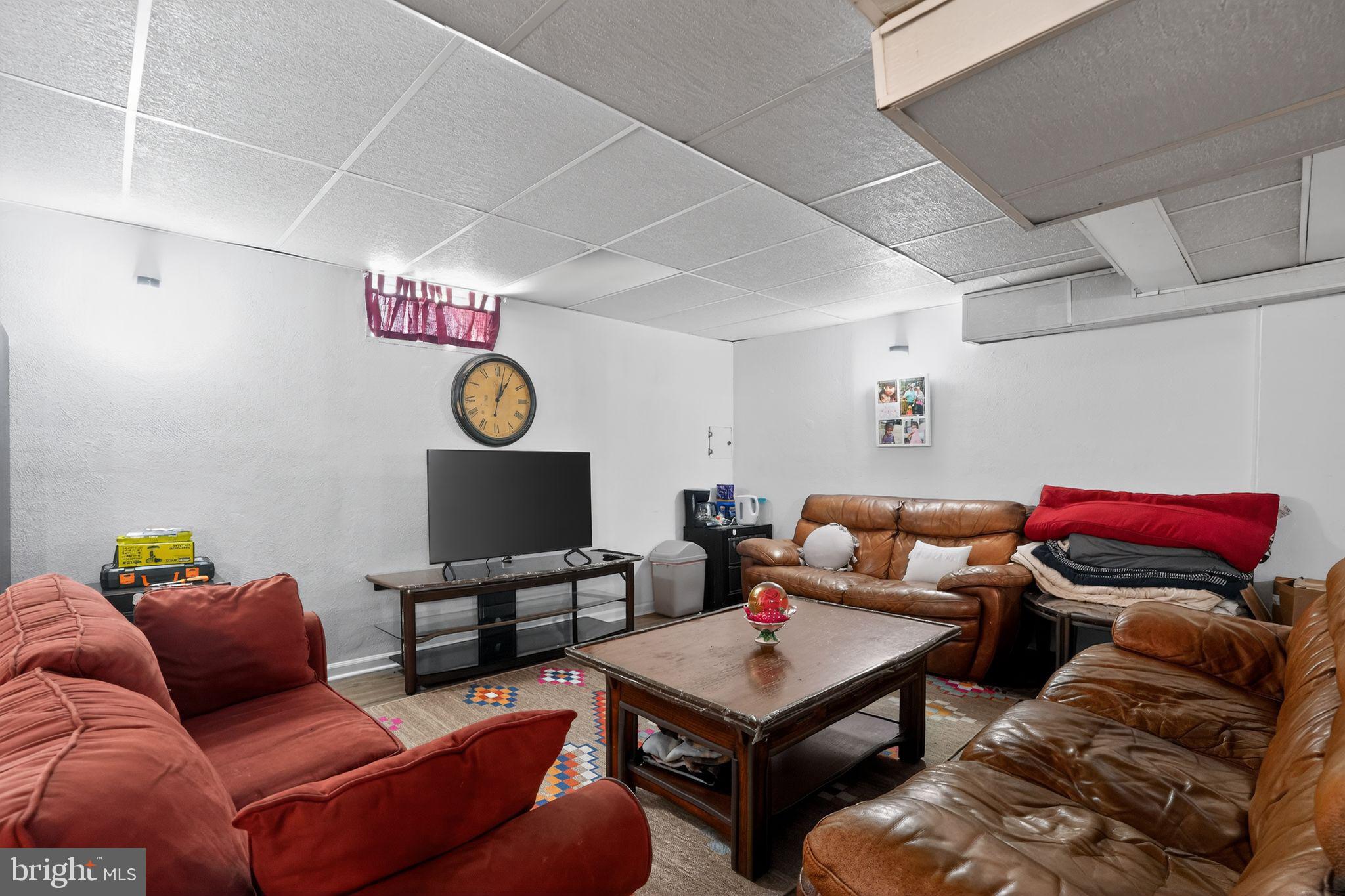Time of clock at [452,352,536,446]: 1:02
